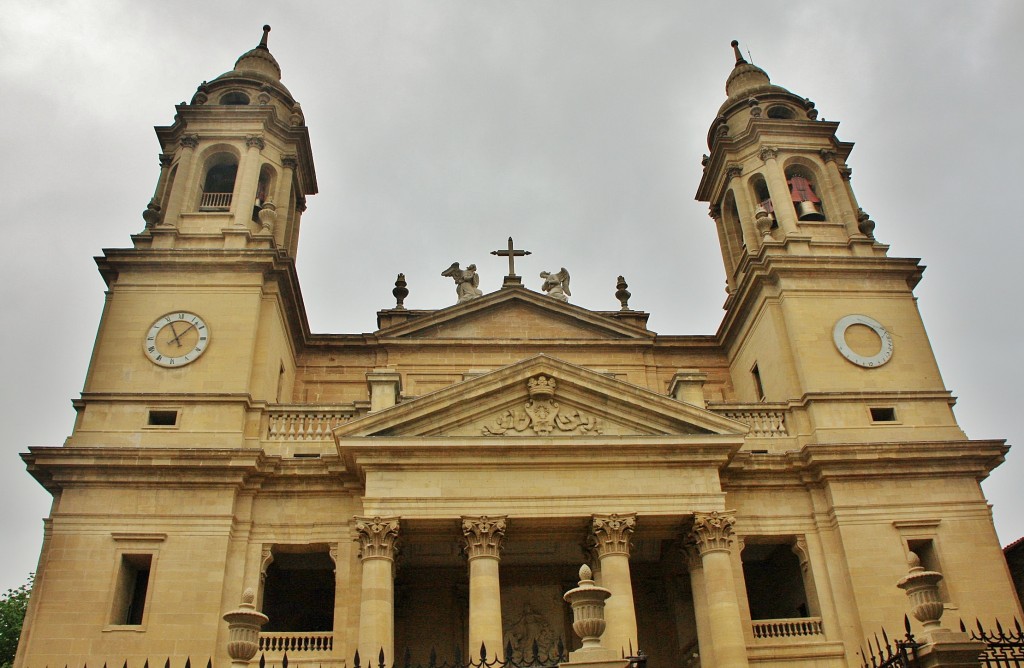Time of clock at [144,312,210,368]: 11:07
